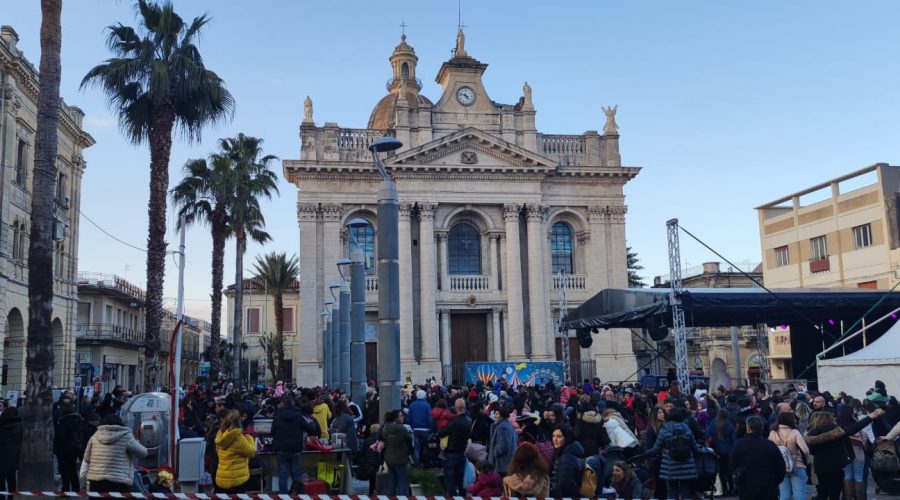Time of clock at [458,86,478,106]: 4:47
